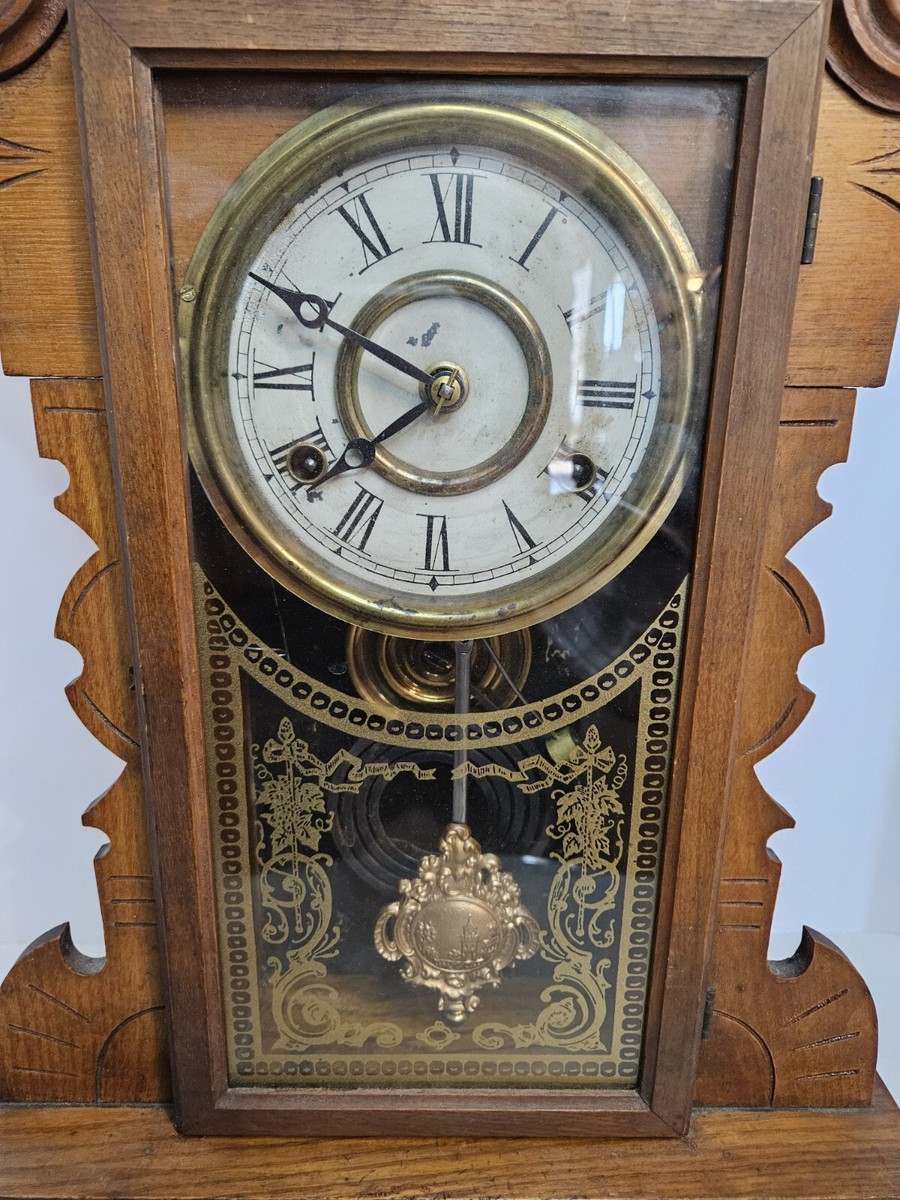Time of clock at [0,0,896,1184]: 7:49
